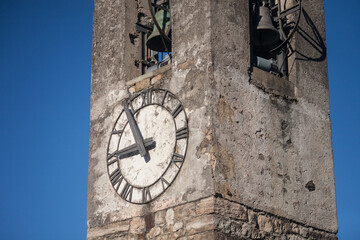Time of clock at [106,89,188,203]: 8:53
